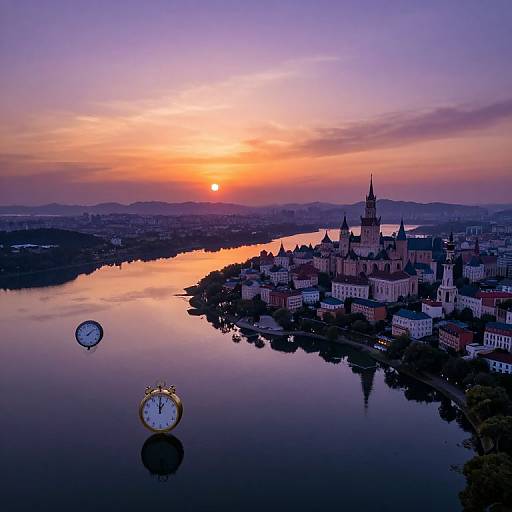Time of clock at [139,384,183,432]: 1:01
